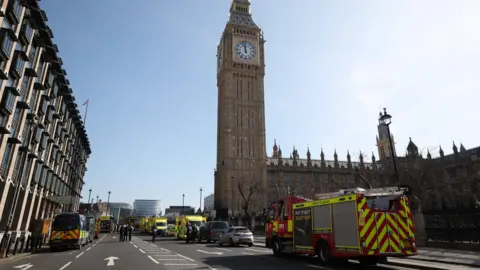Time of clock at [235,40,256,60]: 11:57
